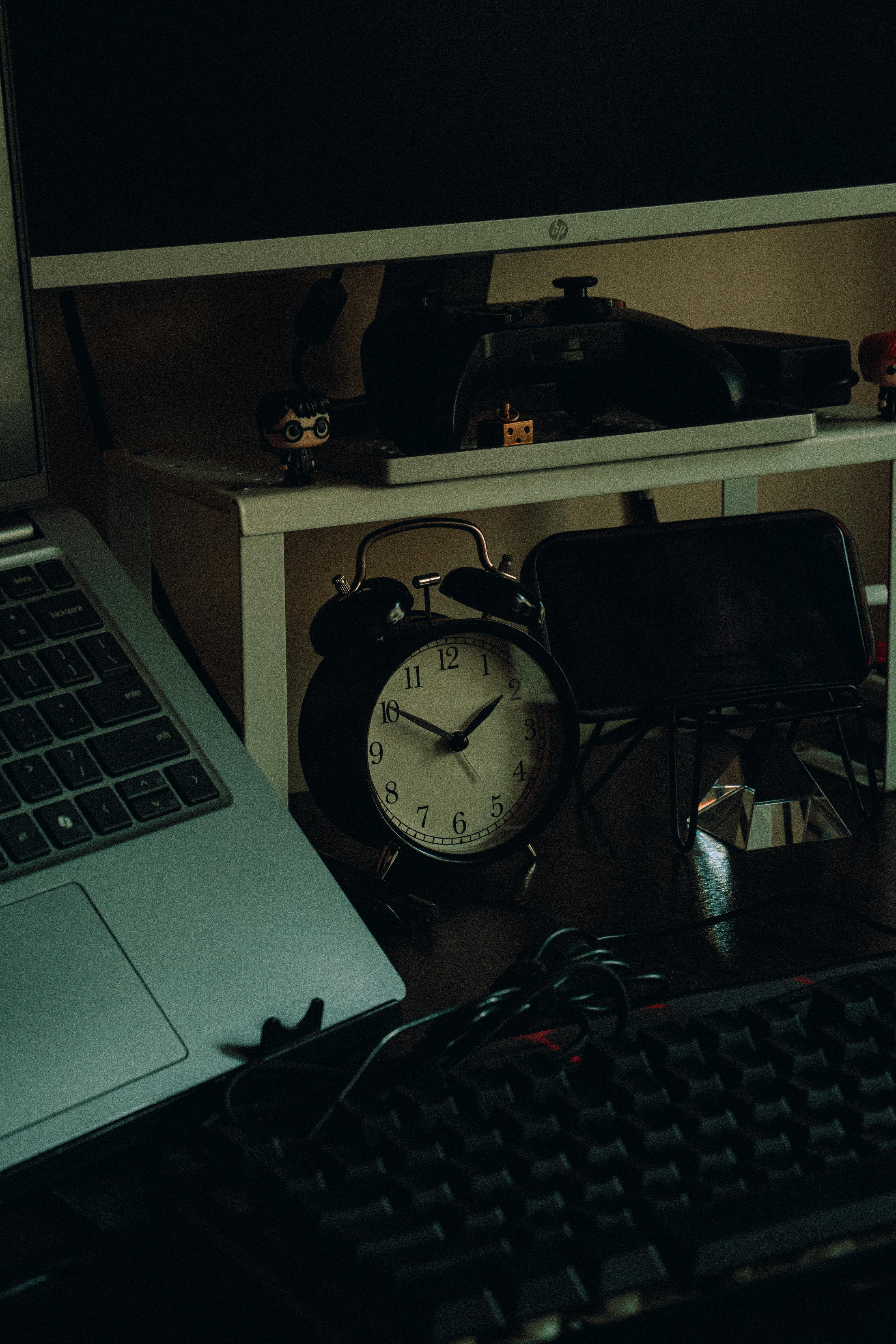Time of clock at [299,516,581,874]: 1:50
